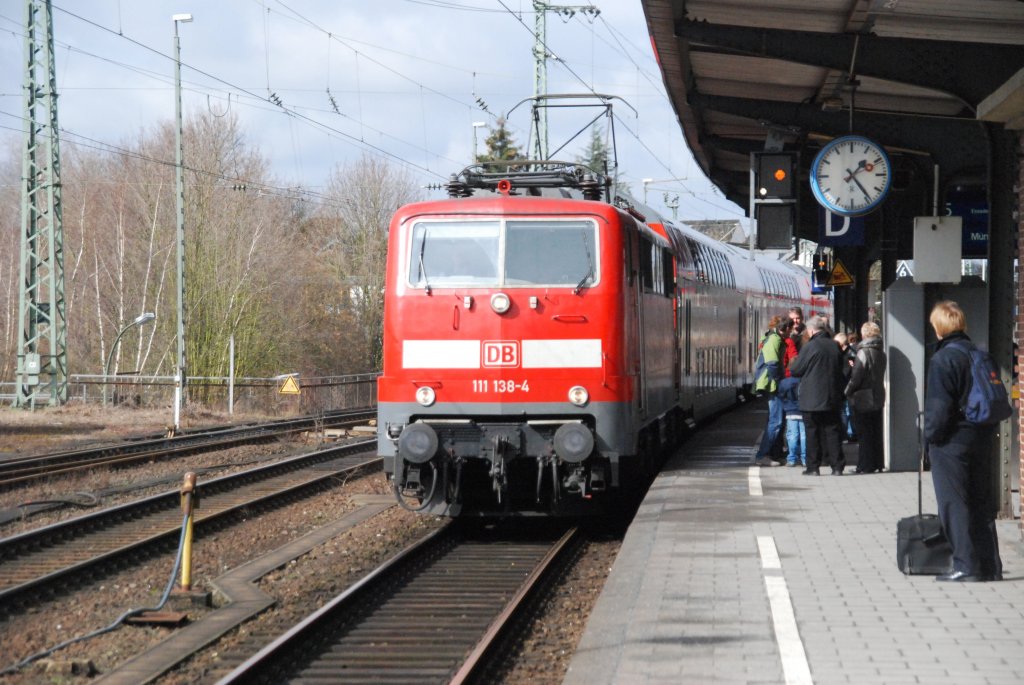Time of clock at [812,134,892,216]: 1:23
